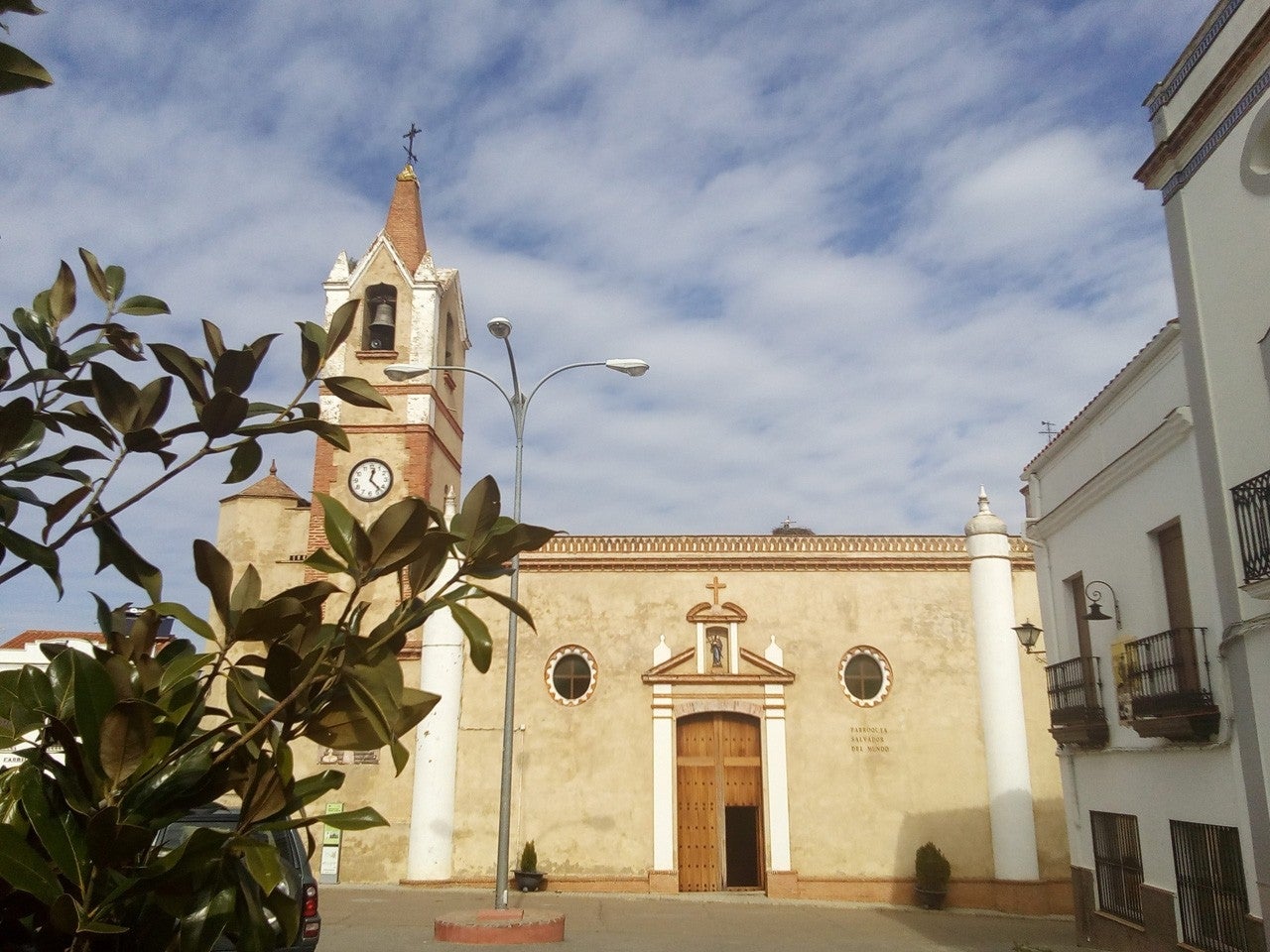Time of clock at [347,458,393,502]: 12:22
